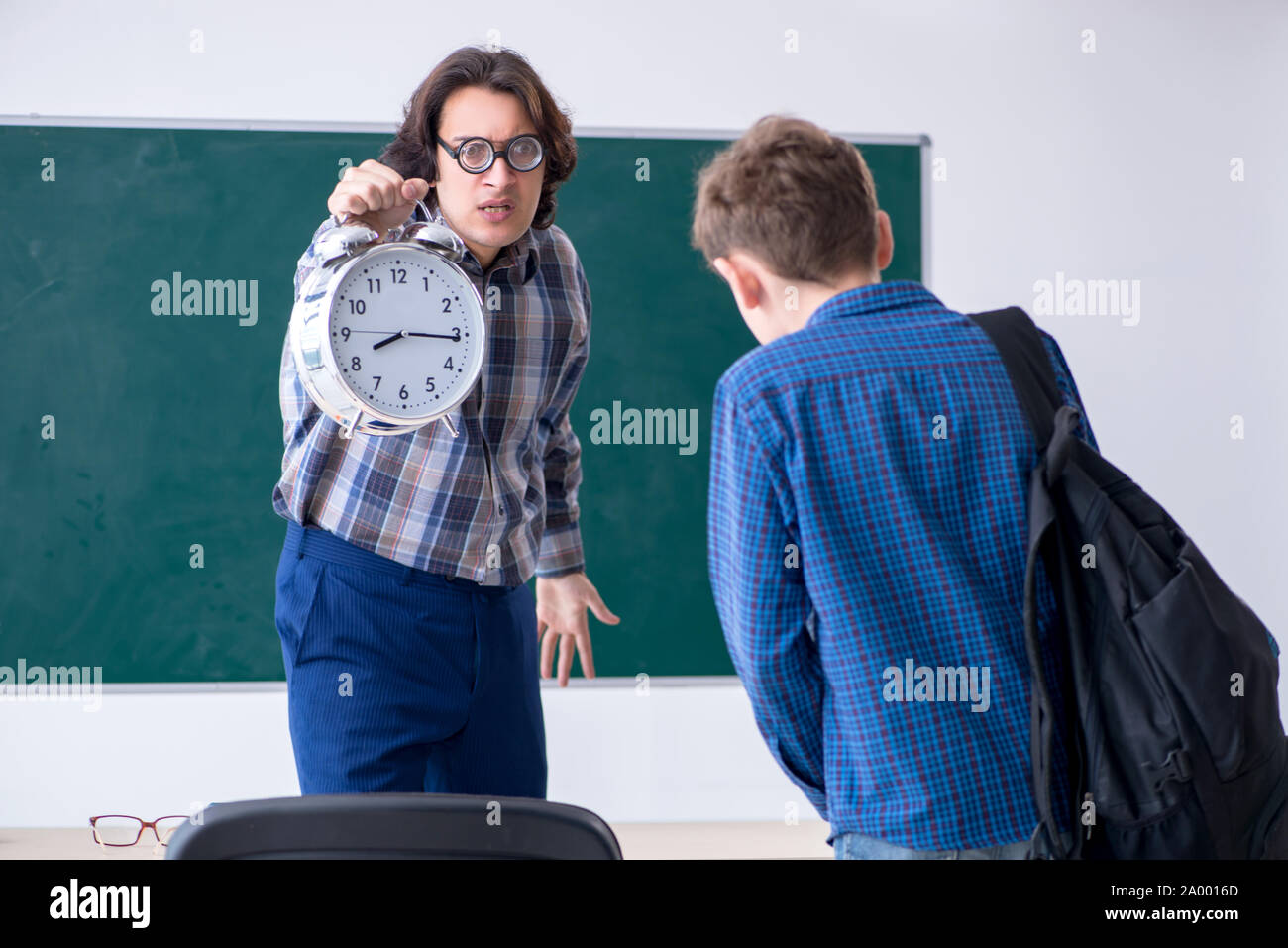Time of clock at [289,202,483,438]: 8:15
